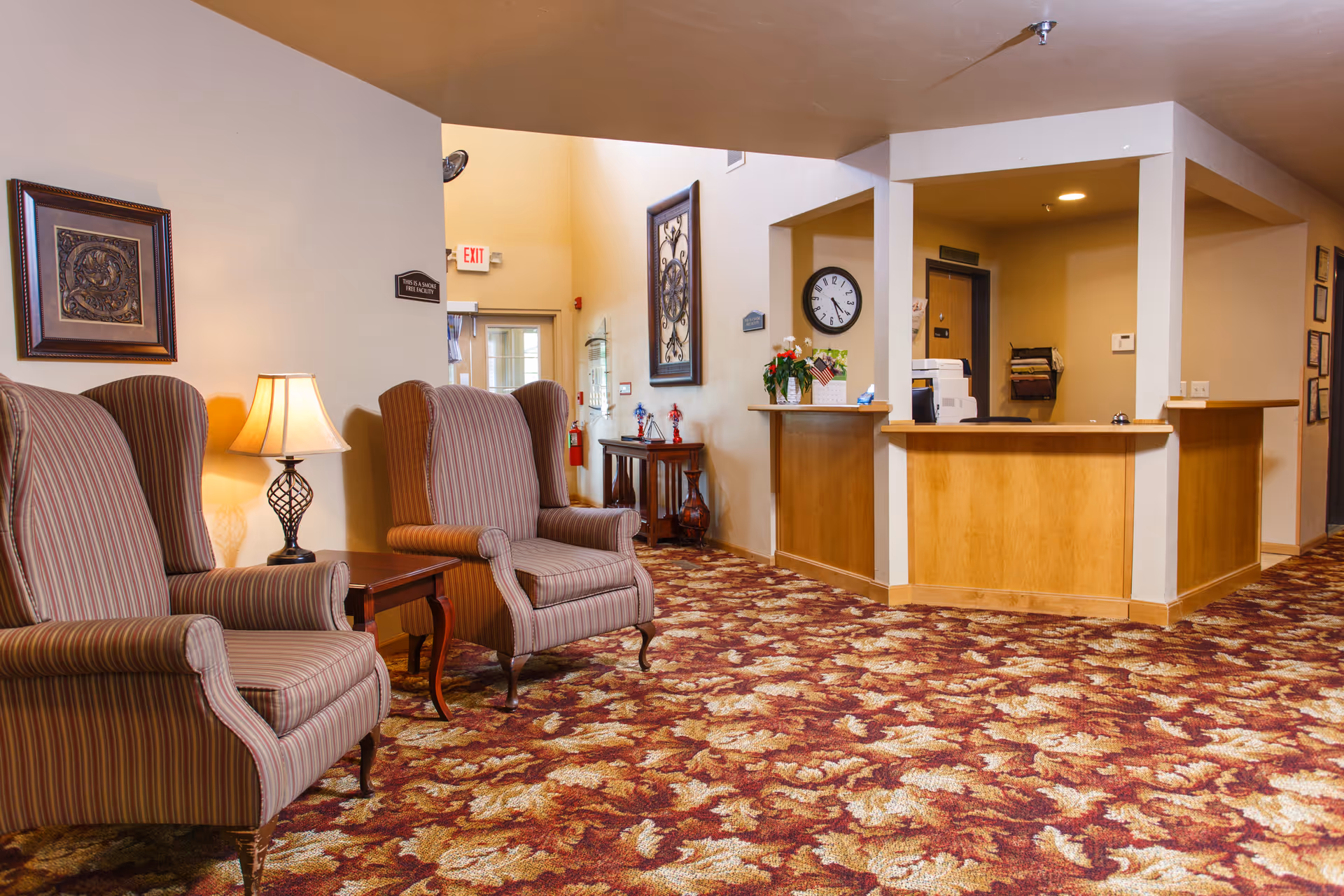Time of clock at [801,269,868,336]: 4:25
